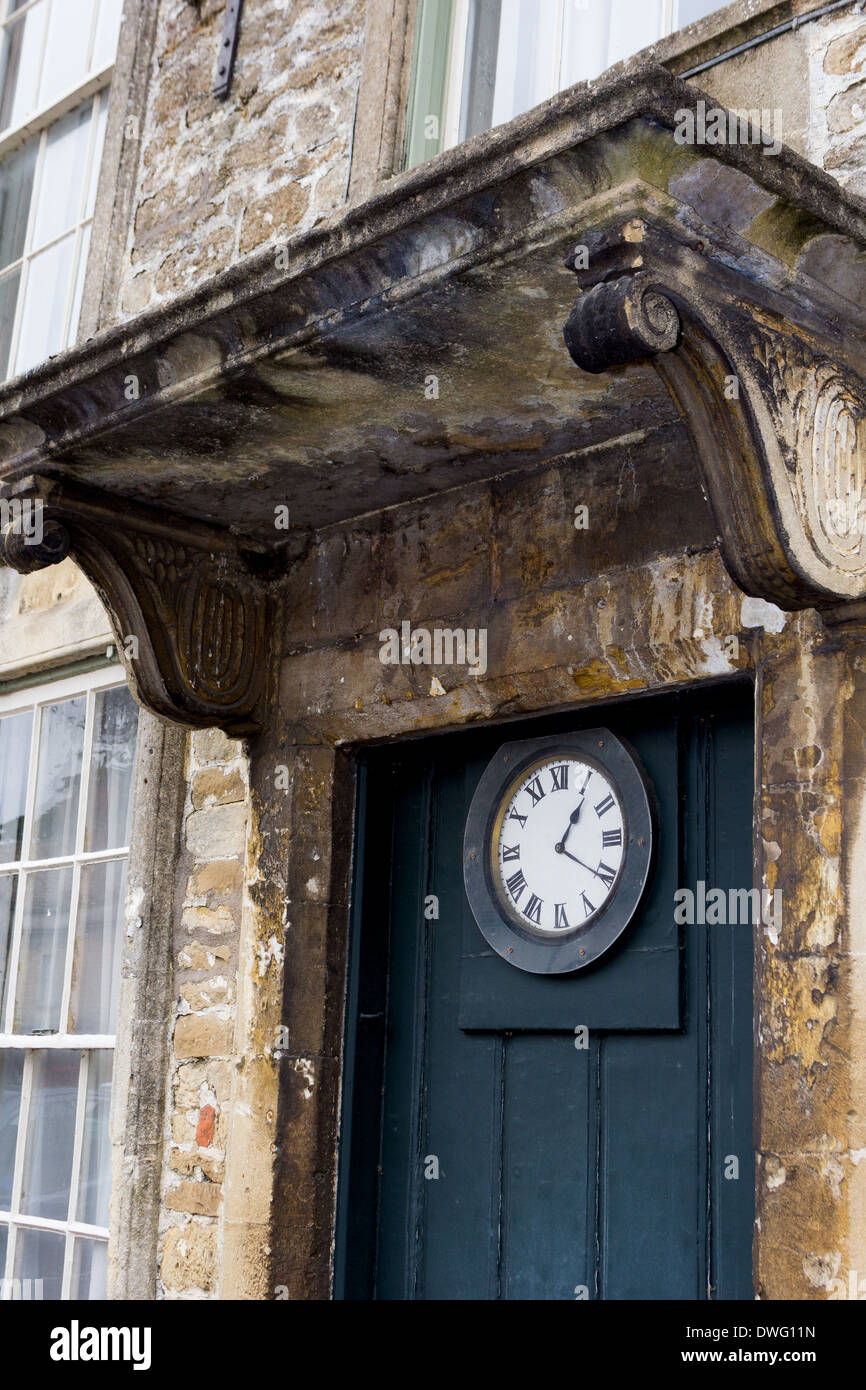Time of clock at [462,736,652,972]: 1:20
